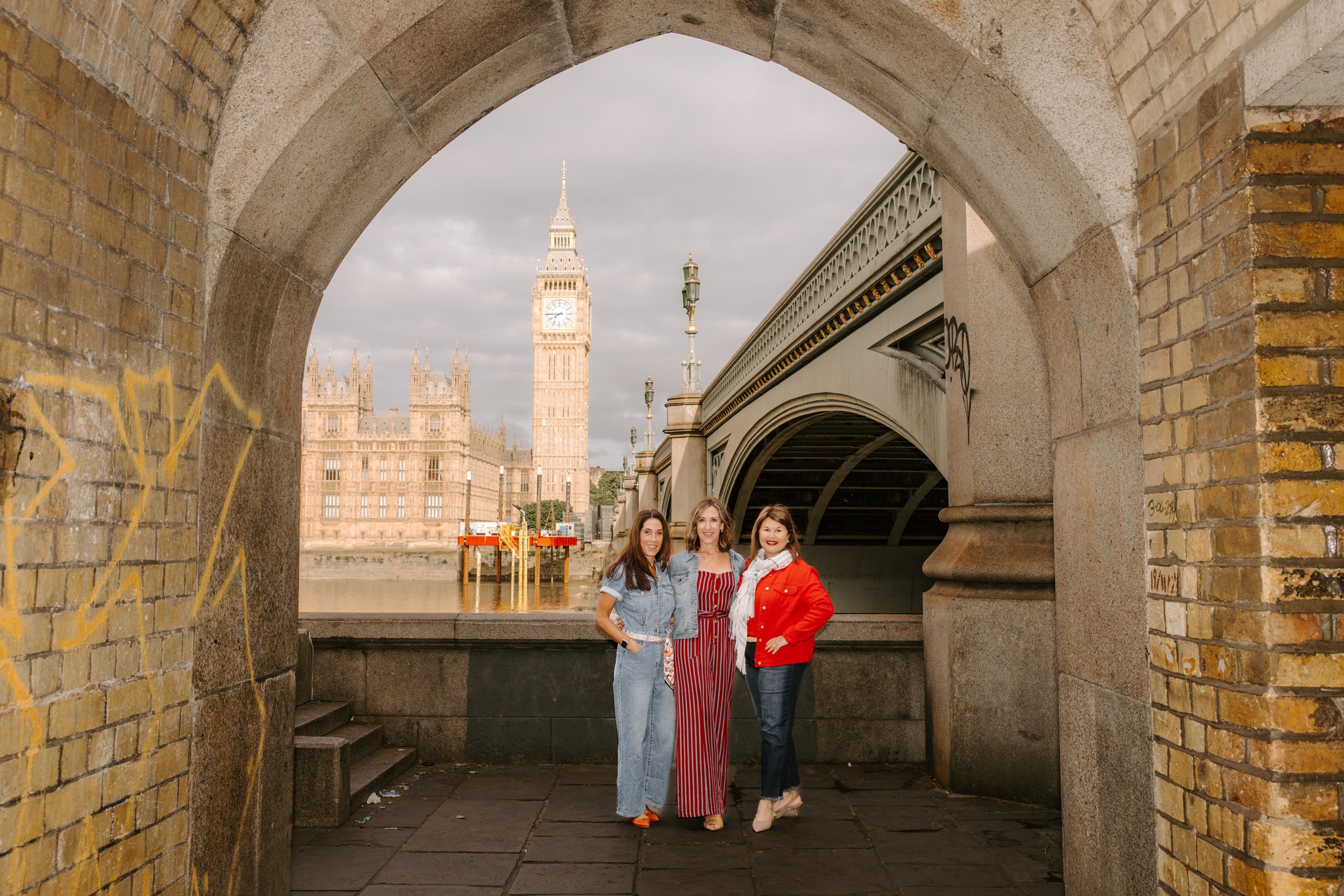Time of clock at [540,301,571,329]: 7:44
